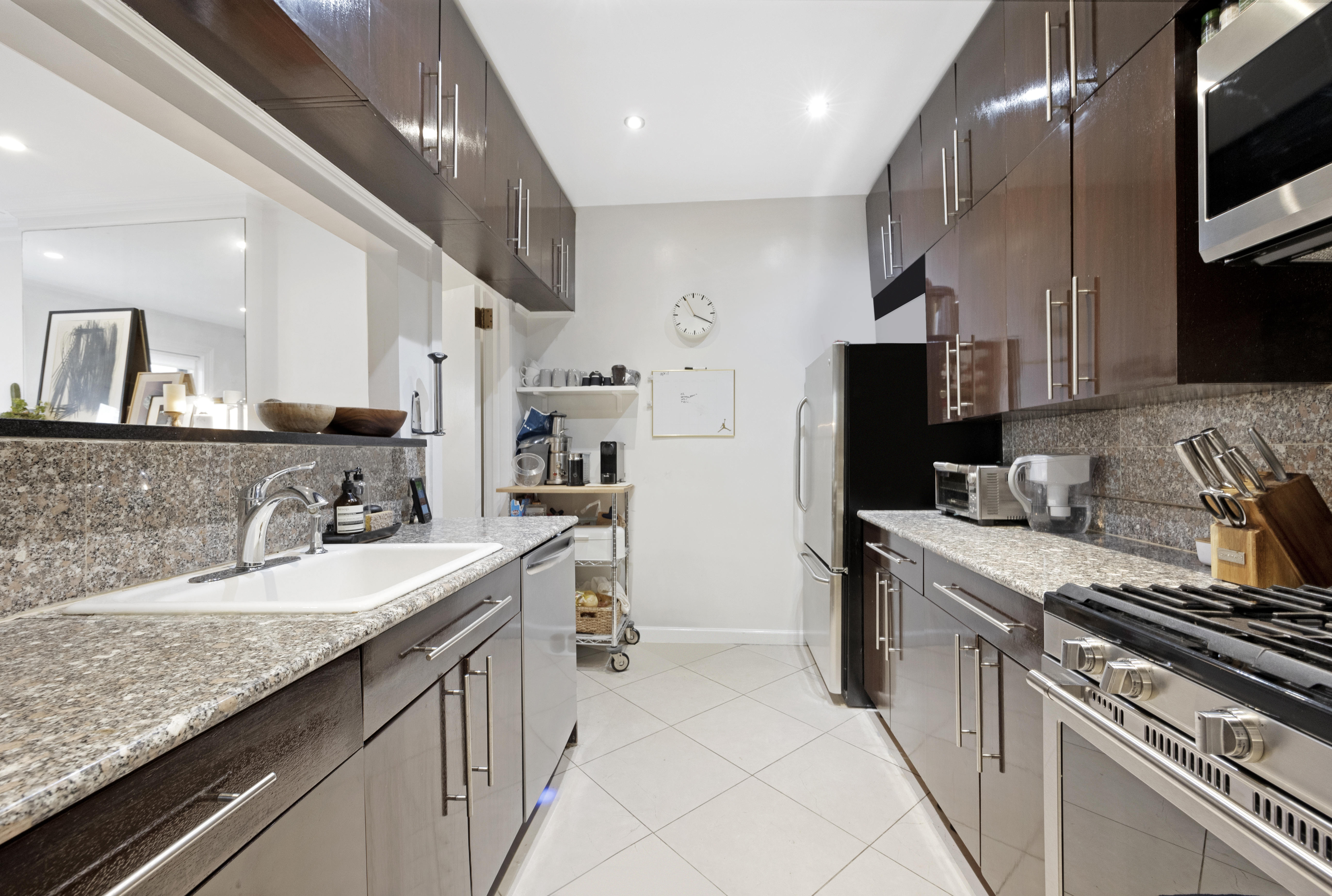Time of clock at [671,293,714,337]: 3:55
